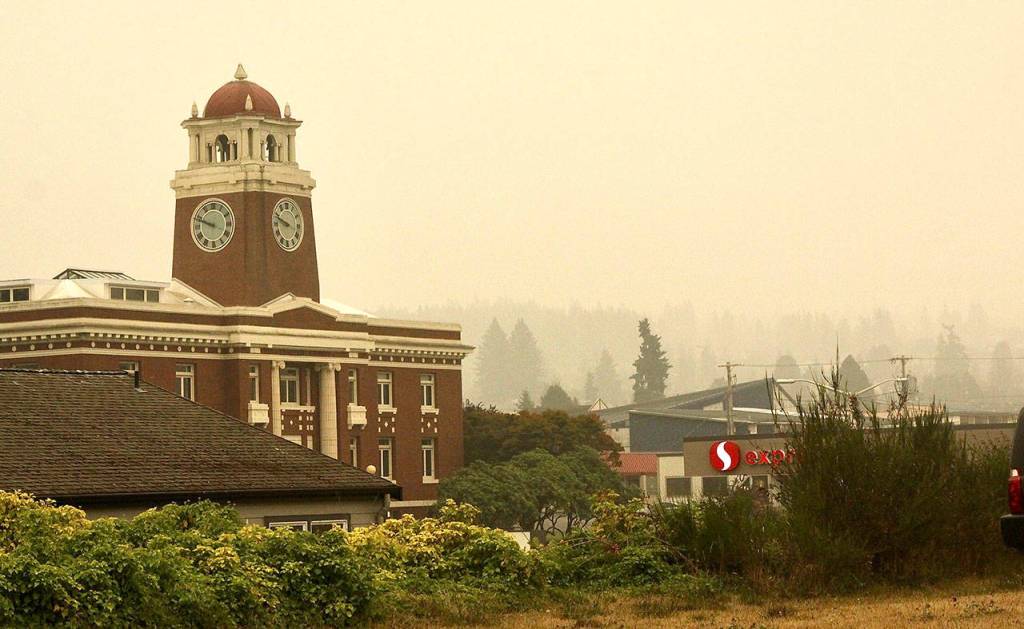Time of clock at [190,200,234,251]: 9:48
